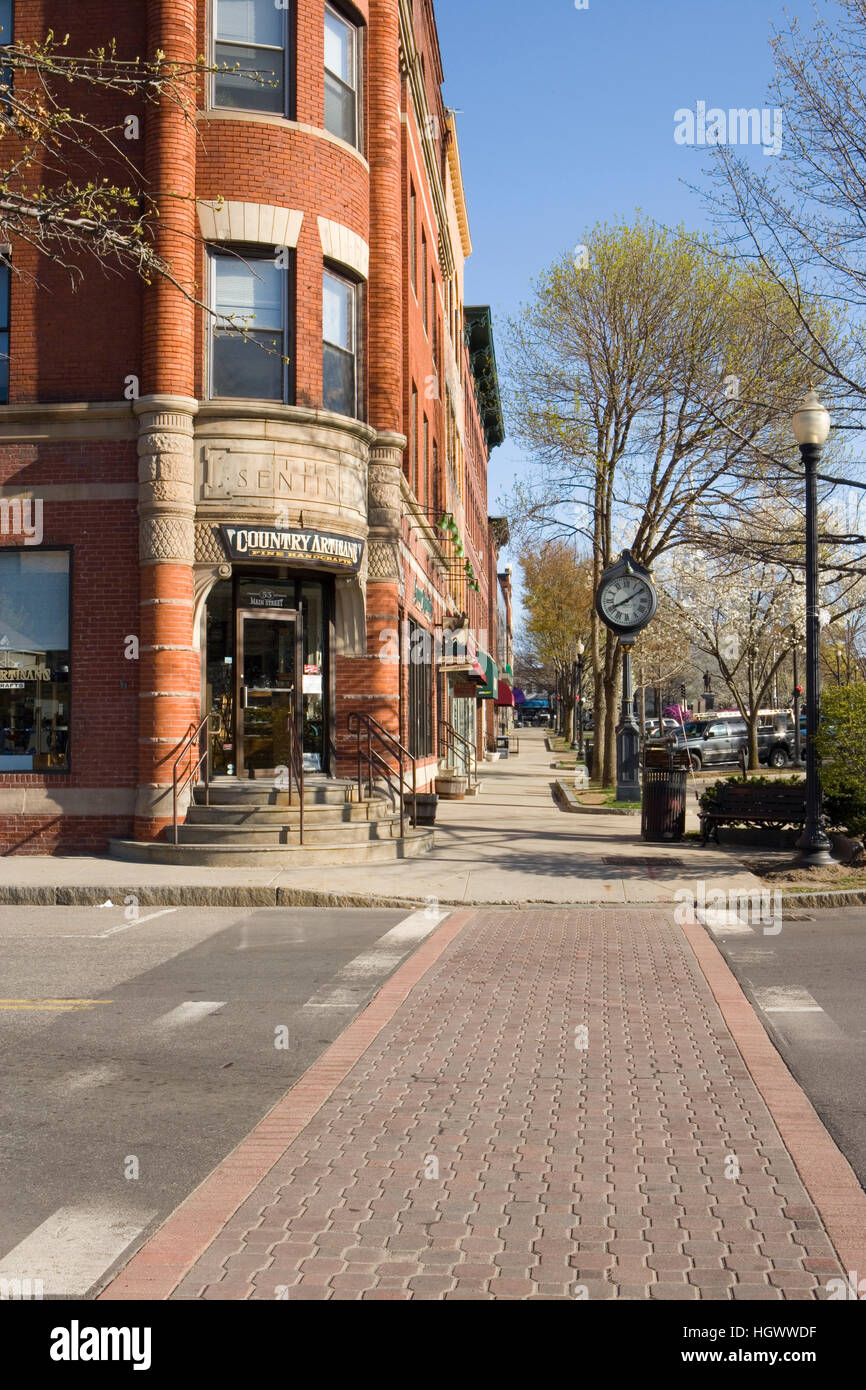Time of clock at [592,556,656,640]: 8:09
